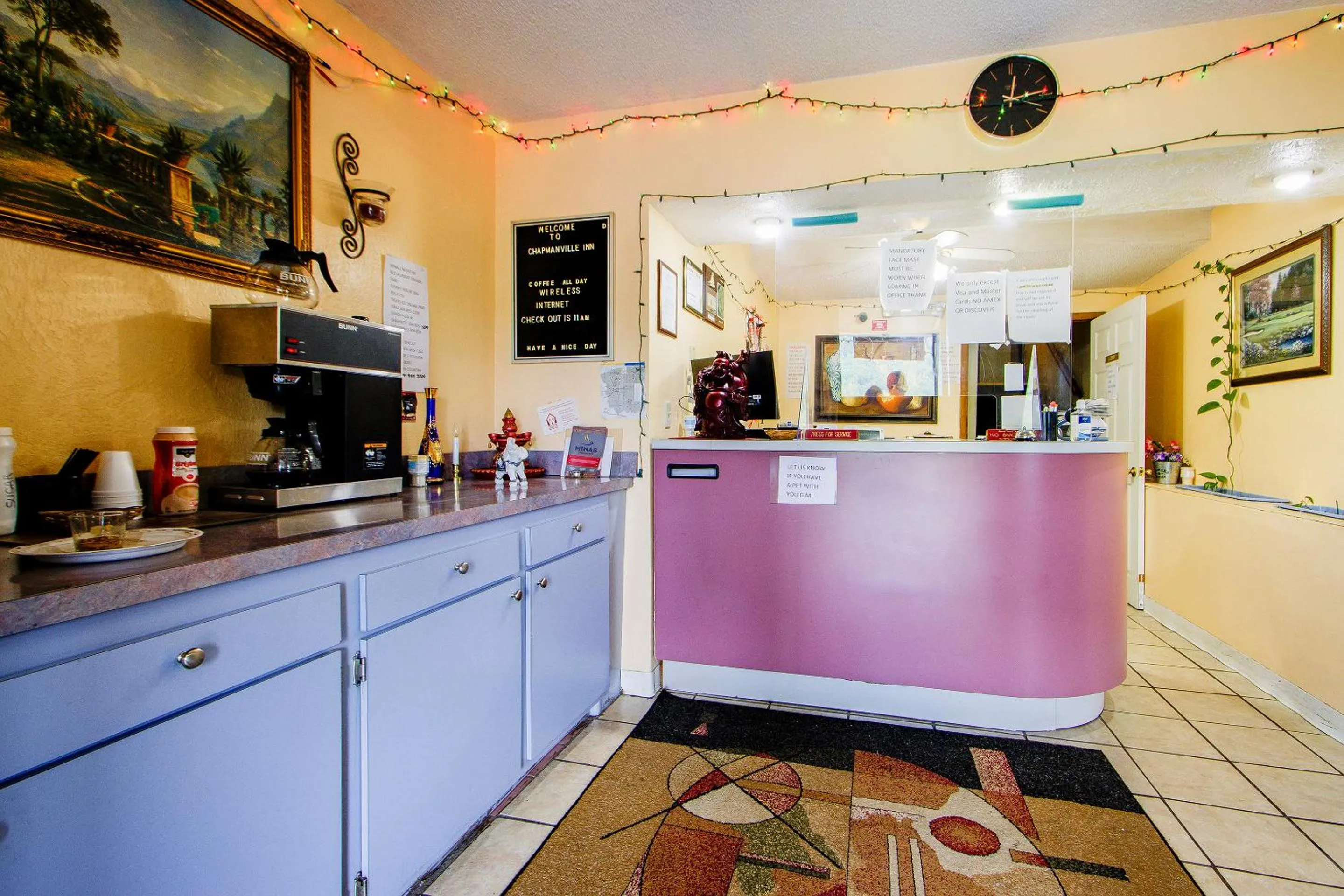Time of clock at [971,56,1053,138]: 12:13
